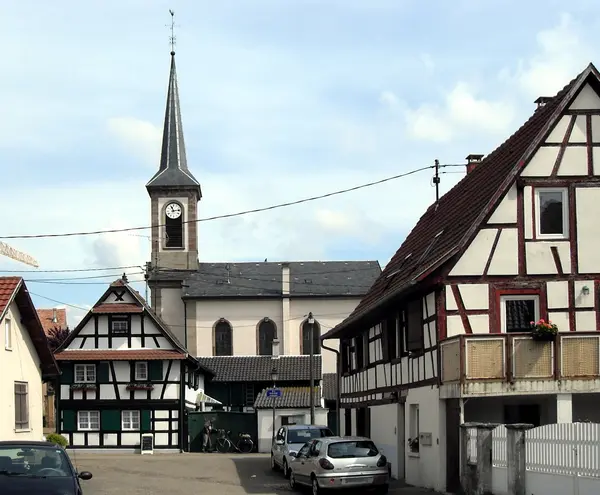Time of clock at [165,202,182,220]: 11:13
